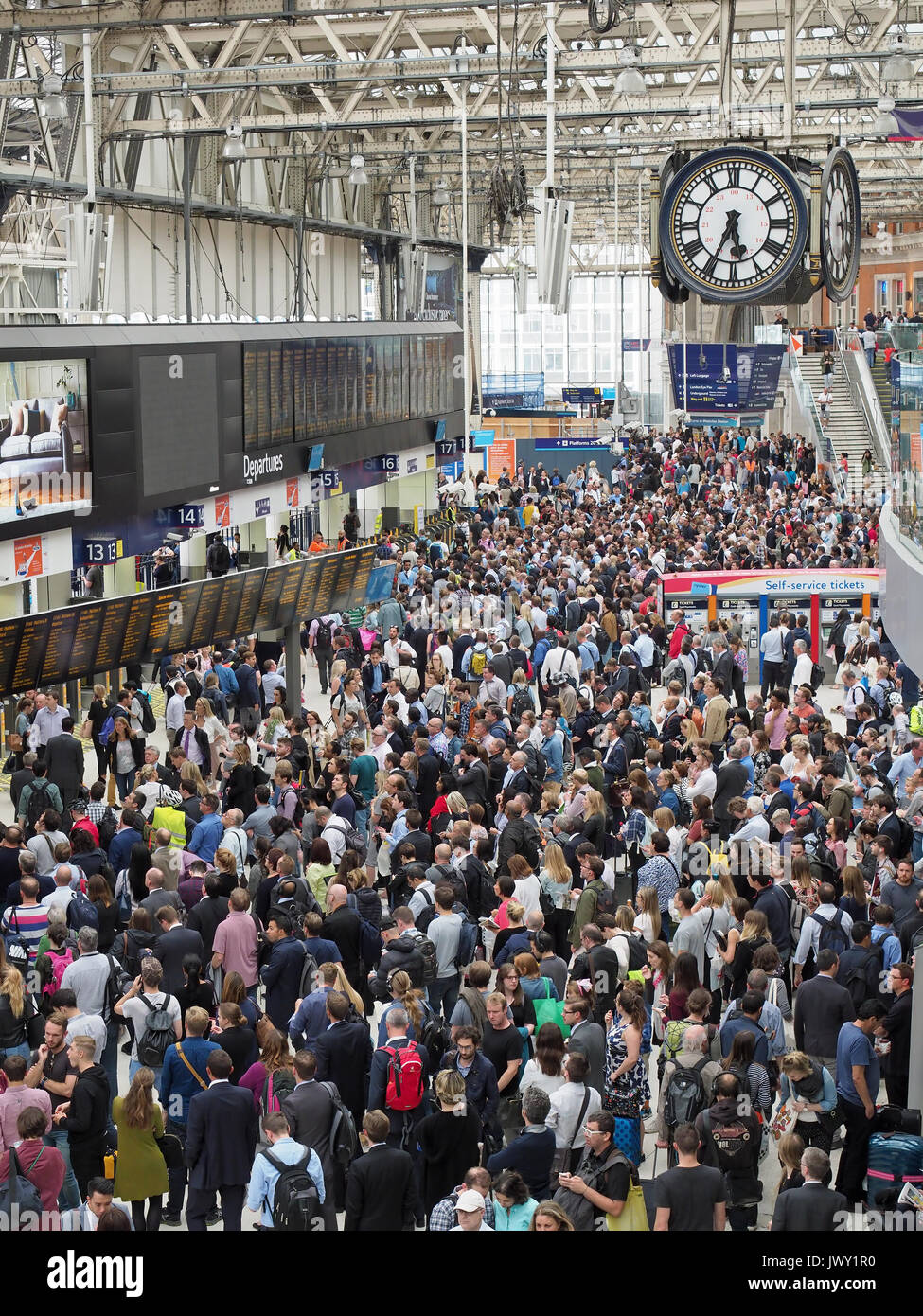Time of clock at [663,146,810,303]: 5:34
